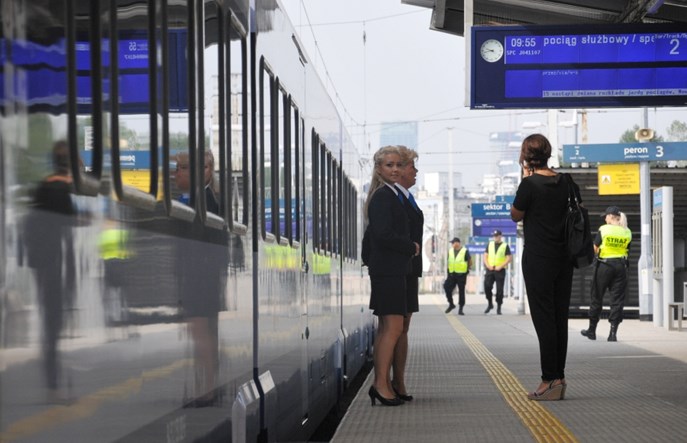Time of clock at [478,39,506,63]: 9:42
